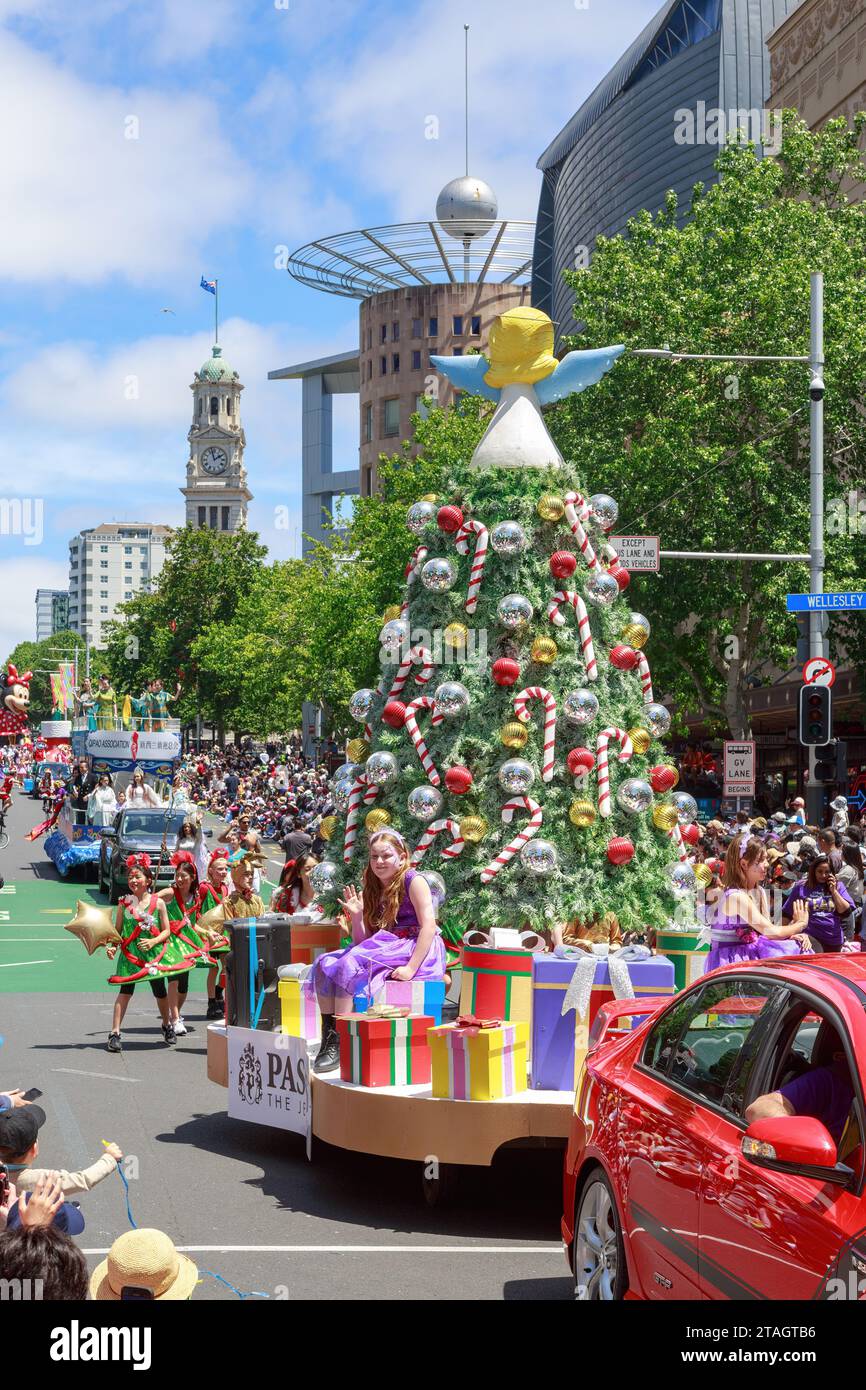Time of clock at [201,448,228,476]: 1:57
